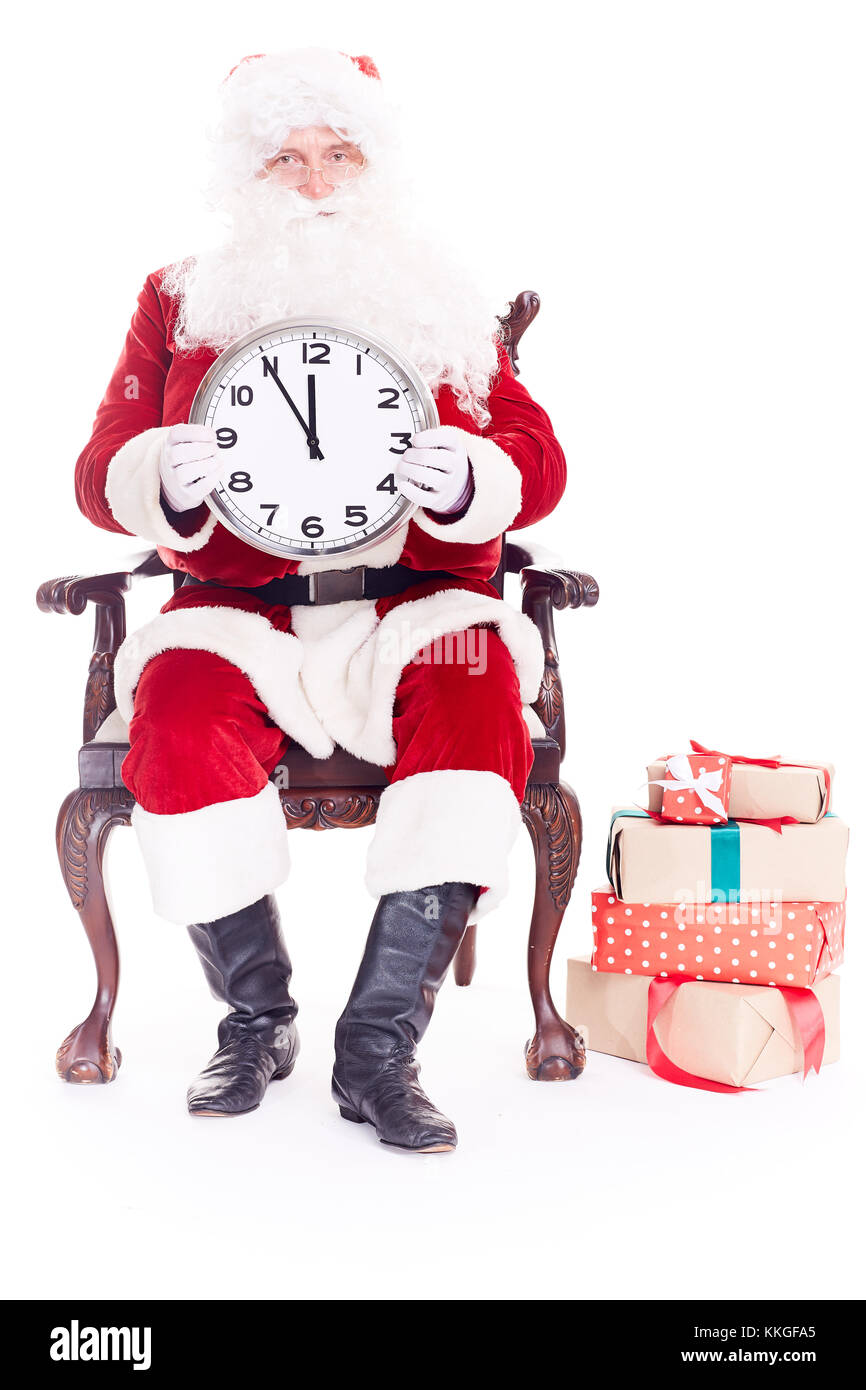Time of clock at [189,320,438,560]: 11:54
